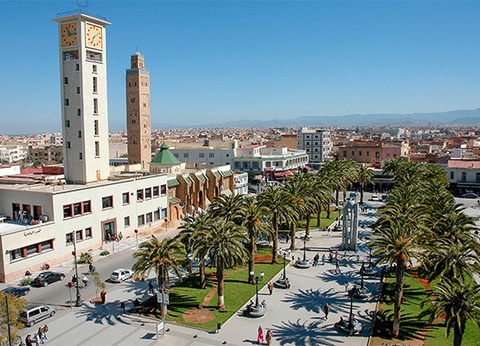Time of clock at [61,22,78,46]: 11:13
